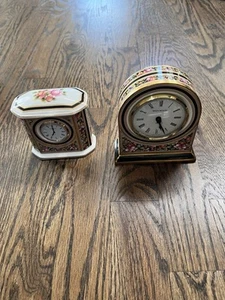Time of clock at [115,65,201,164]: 5:26
